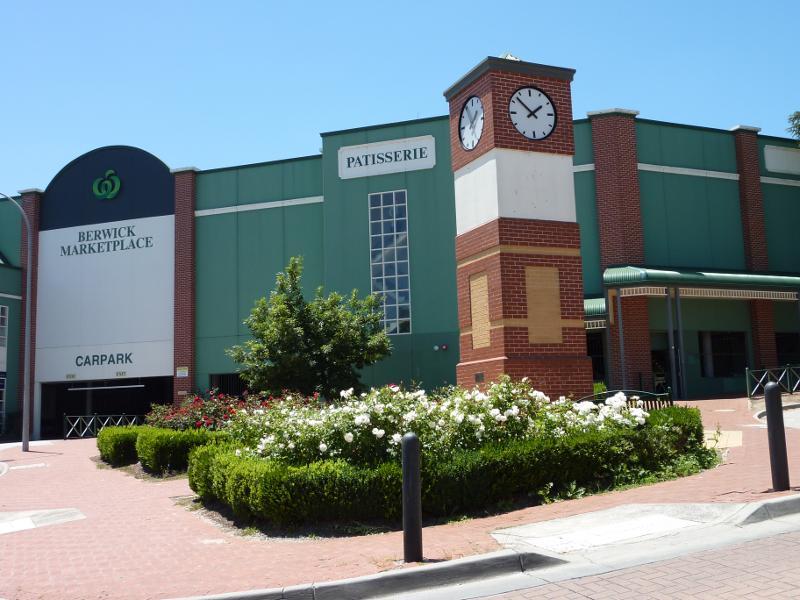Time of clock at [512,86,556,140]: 1:52
